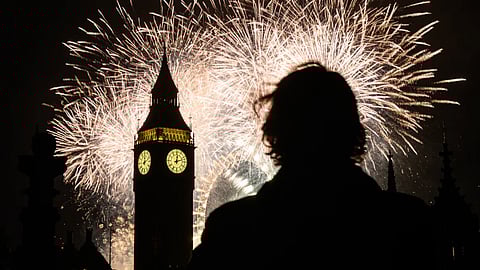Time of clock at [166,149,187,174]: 12:12
